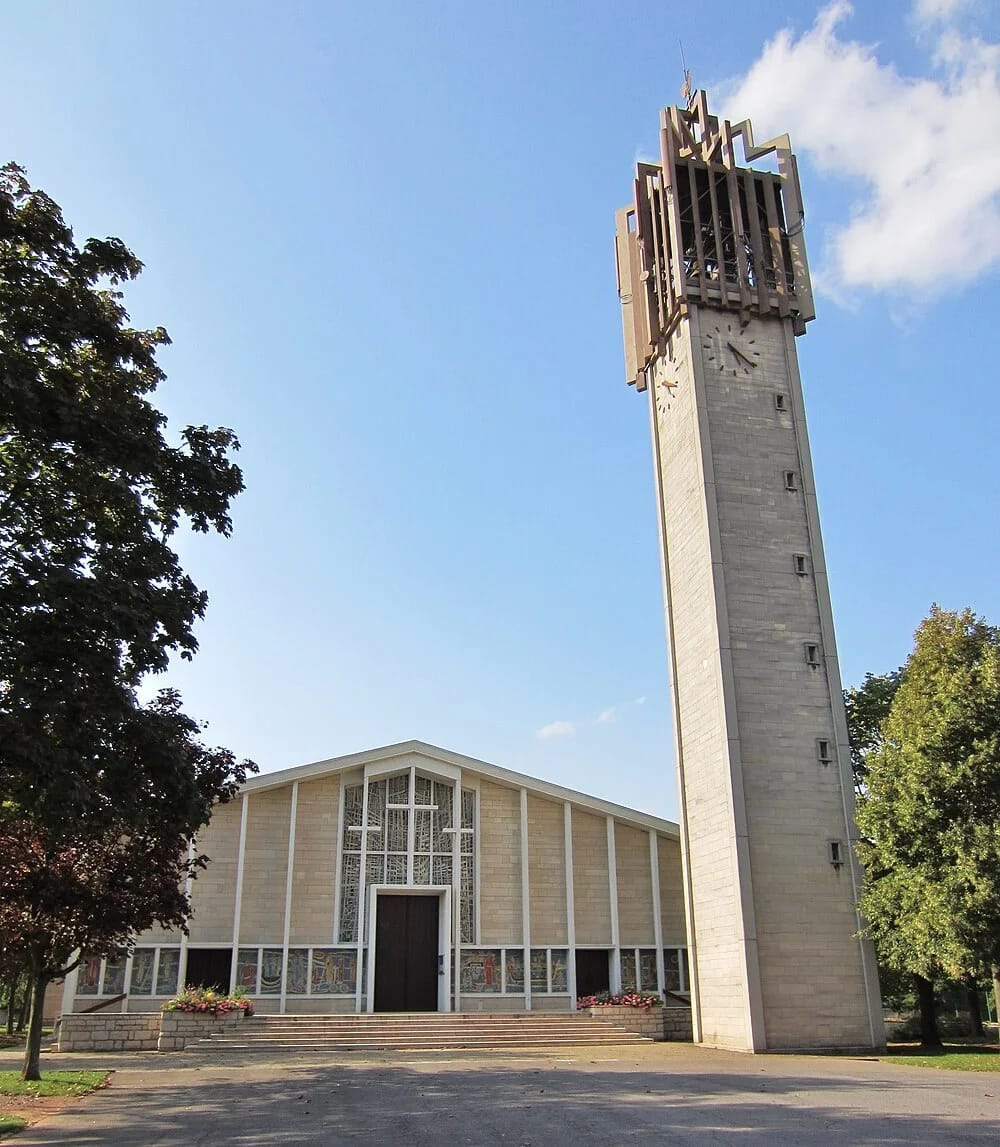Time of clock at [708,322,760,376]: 5:21
